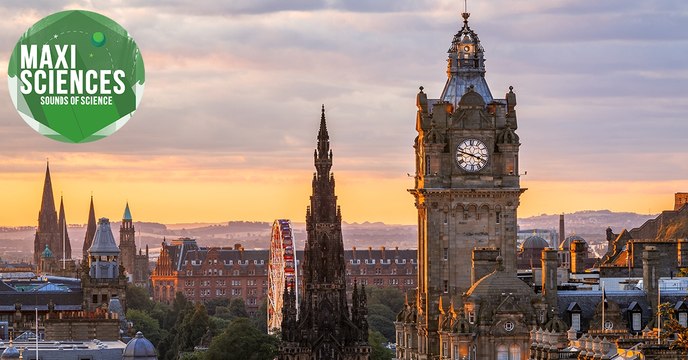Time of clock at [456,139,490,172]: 3:47
